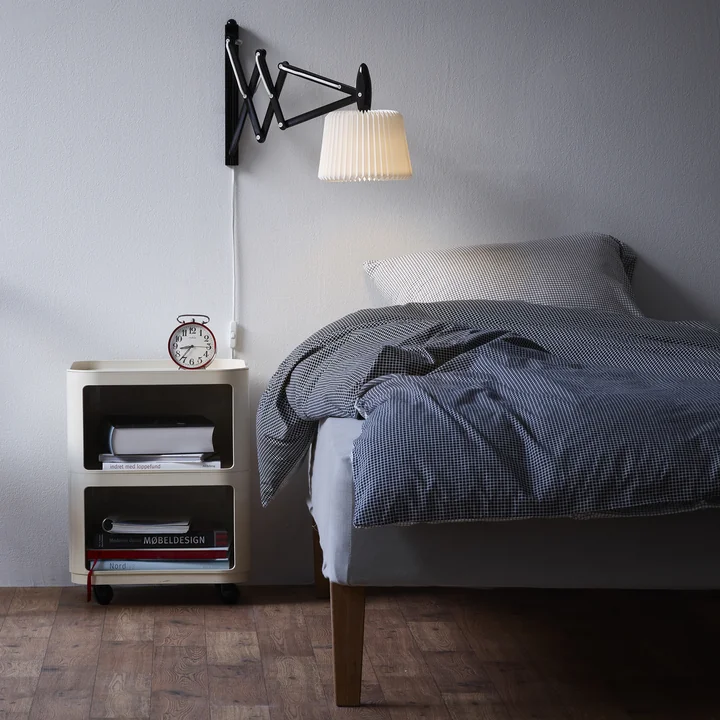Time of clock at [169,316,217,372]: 8:36
